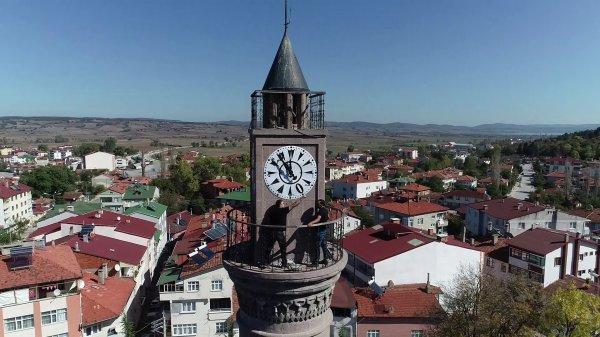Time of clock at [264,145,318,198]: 11:53
